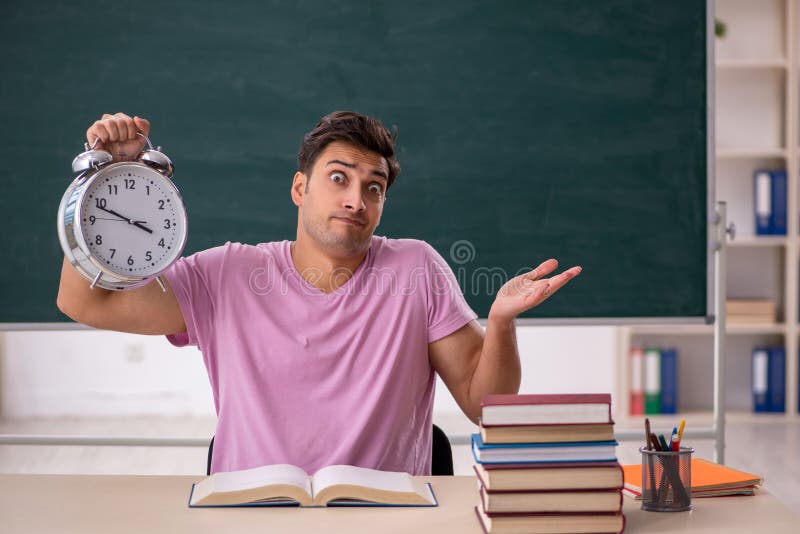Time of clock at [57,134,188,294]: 3:48
